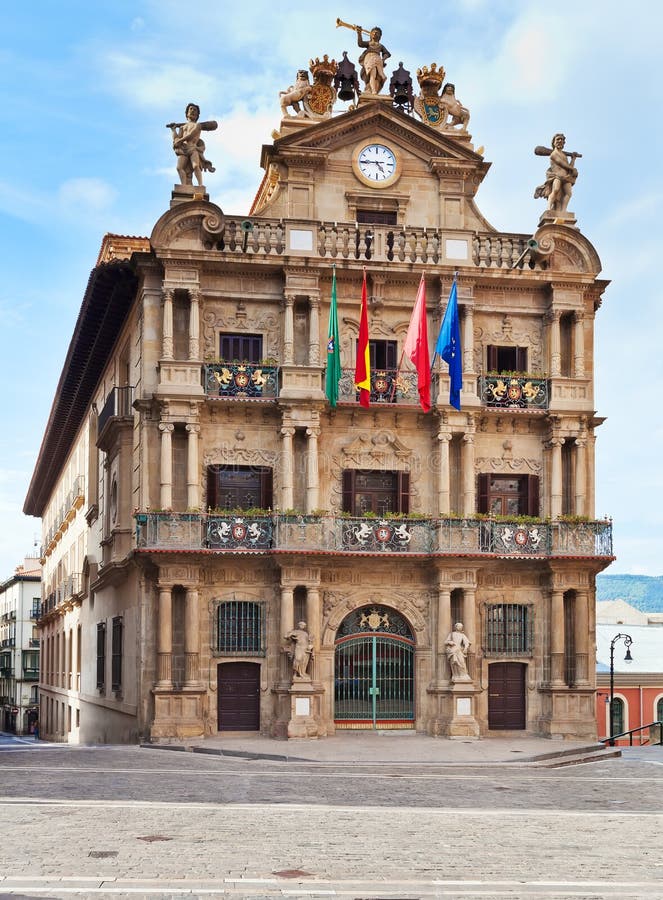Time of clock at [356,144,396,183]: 4:45
